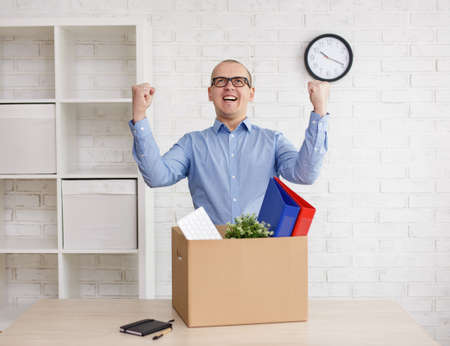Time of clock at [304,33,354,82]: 10:18
